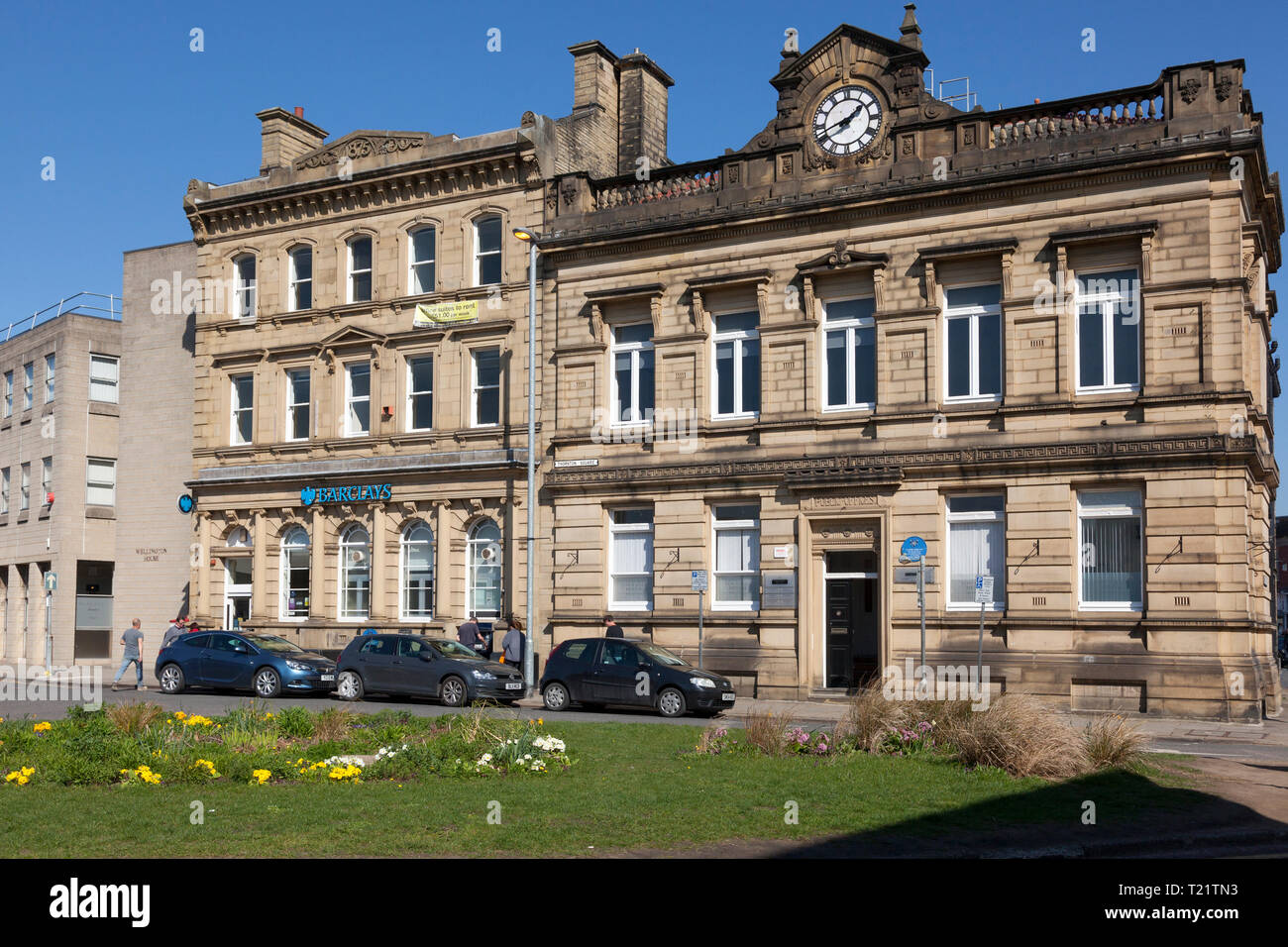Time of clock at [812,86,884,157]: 1:42
